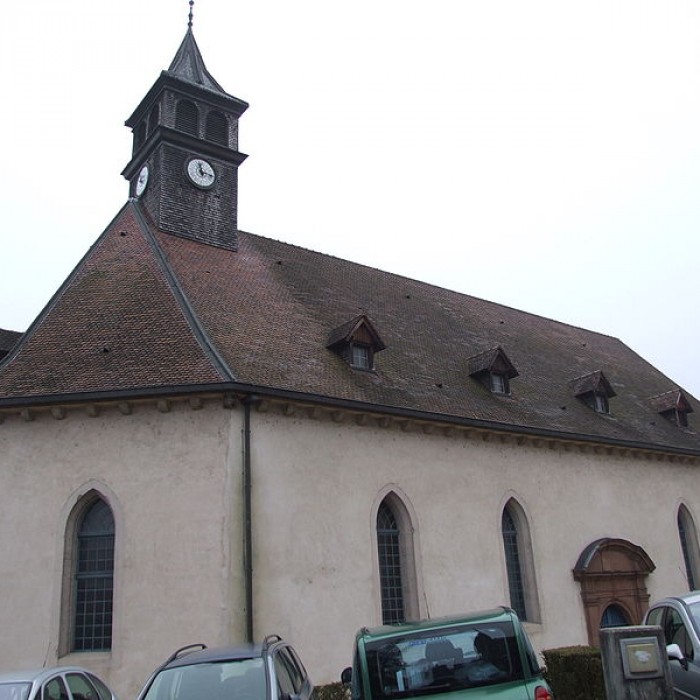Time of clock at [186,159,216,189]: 11:16
